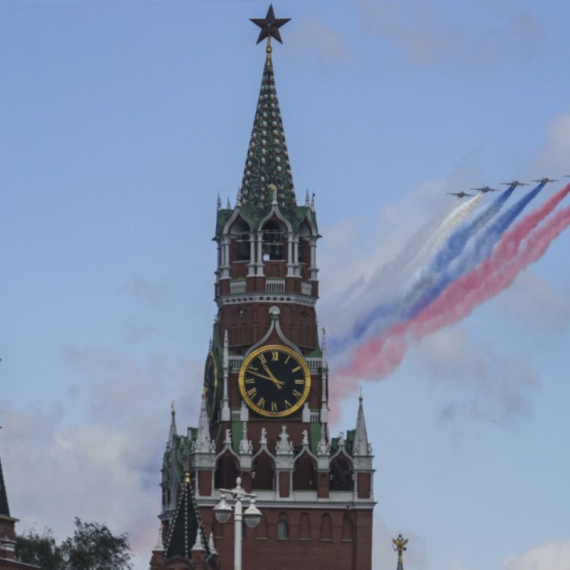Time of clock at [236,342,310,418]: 10:48
